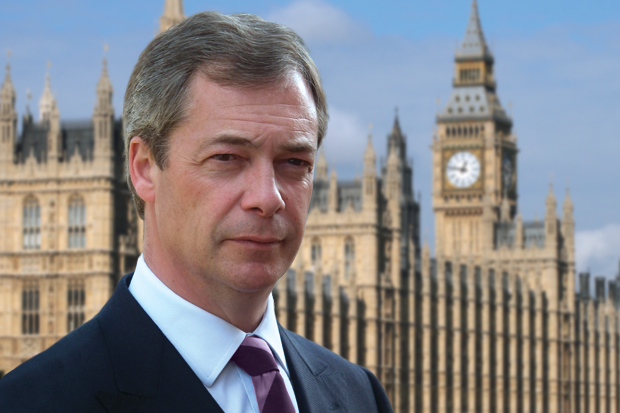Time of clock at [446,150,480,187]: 12:47
